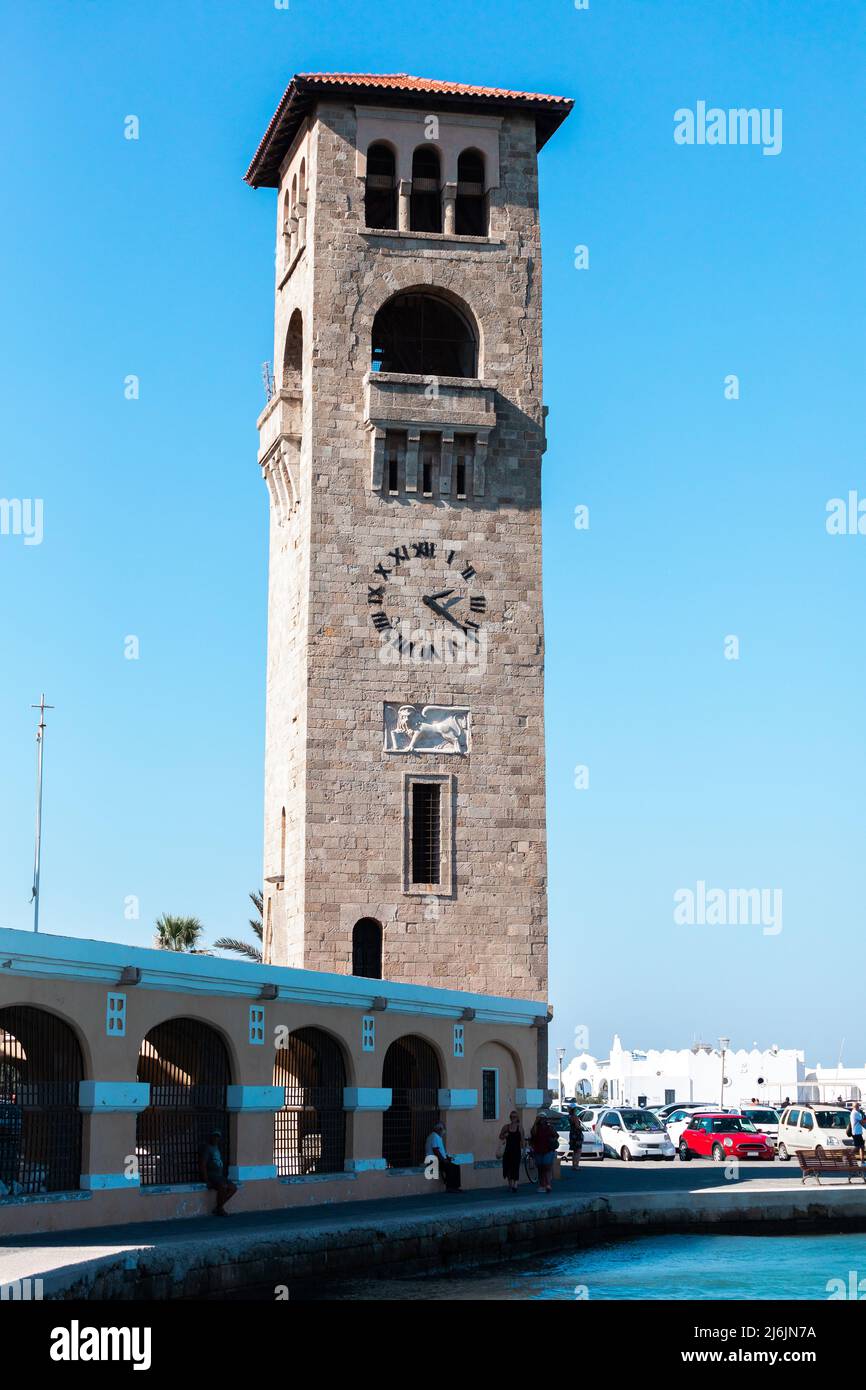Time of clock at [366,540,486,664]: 2:20
